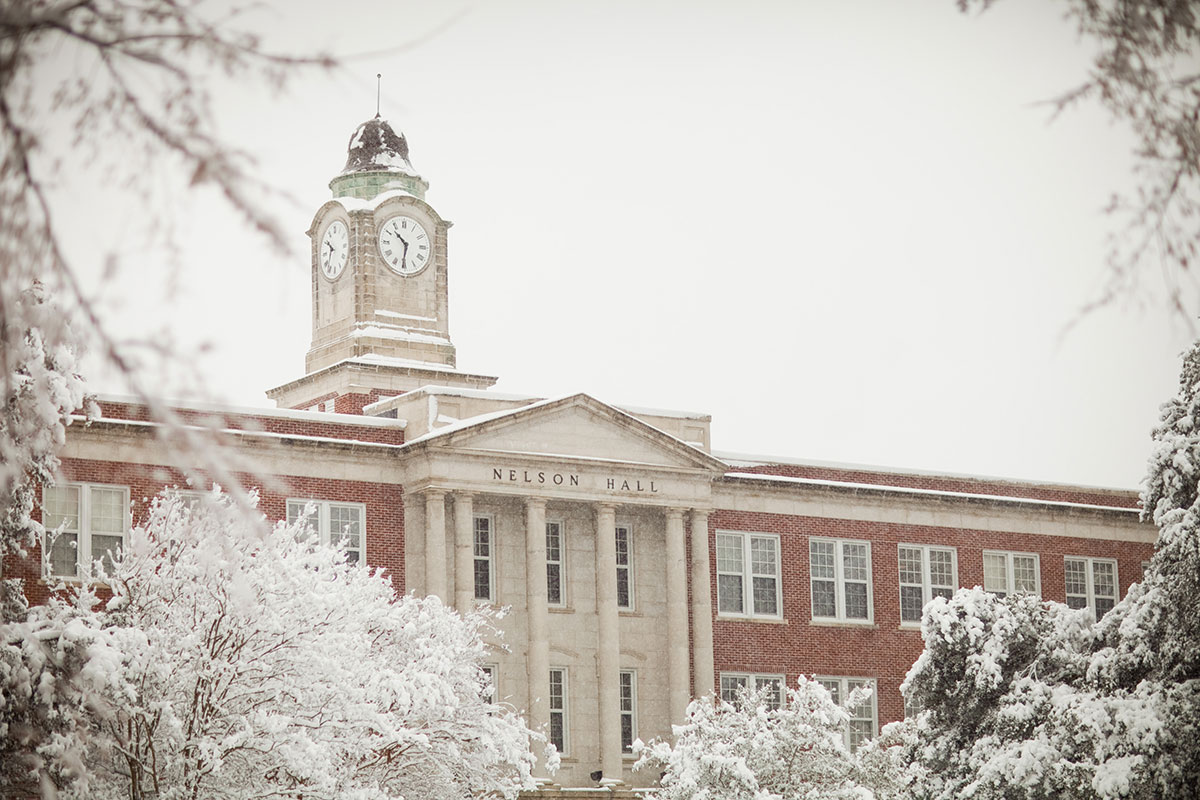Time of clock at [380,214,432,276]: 10:31
